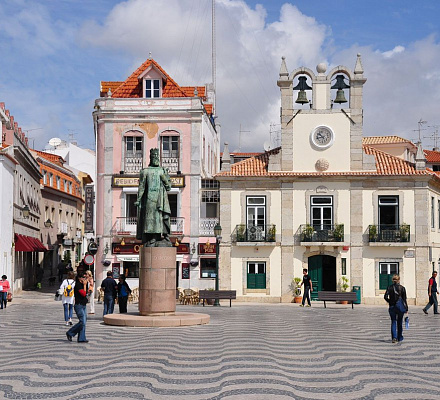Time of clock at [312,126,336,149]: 10:42
